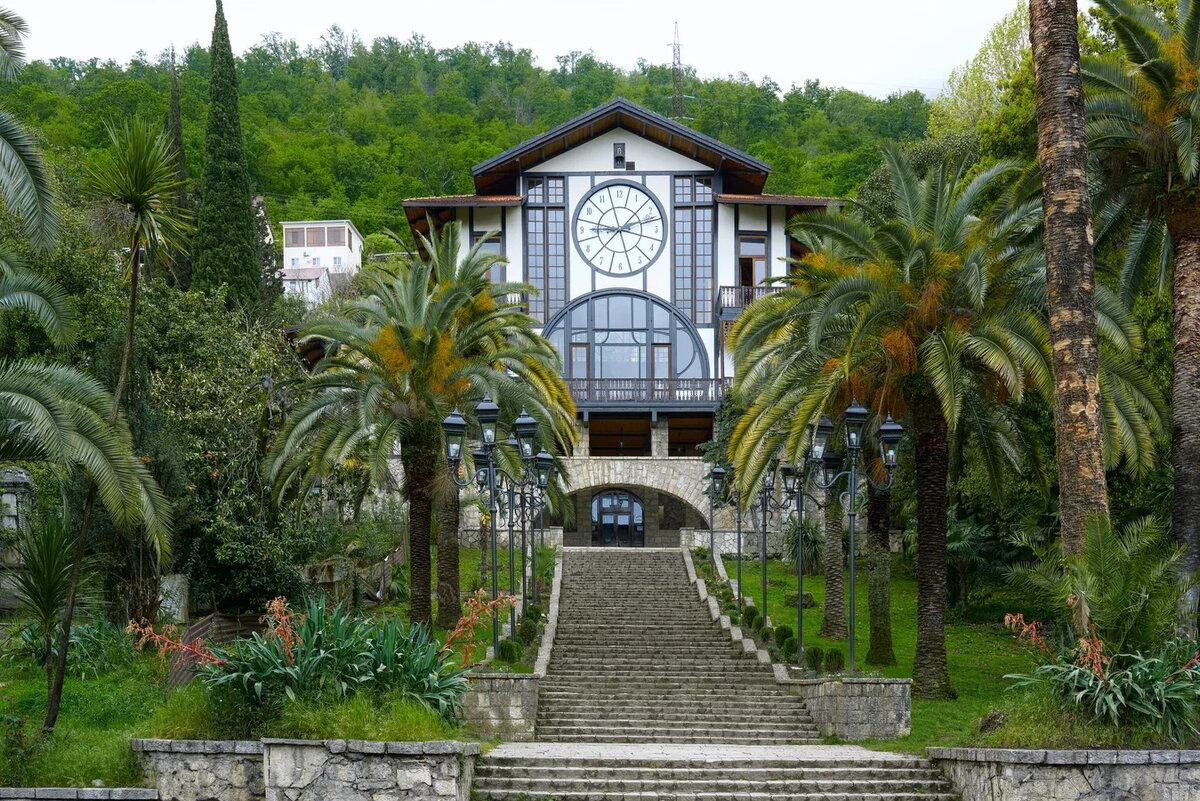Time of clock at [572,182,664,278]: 9:12
